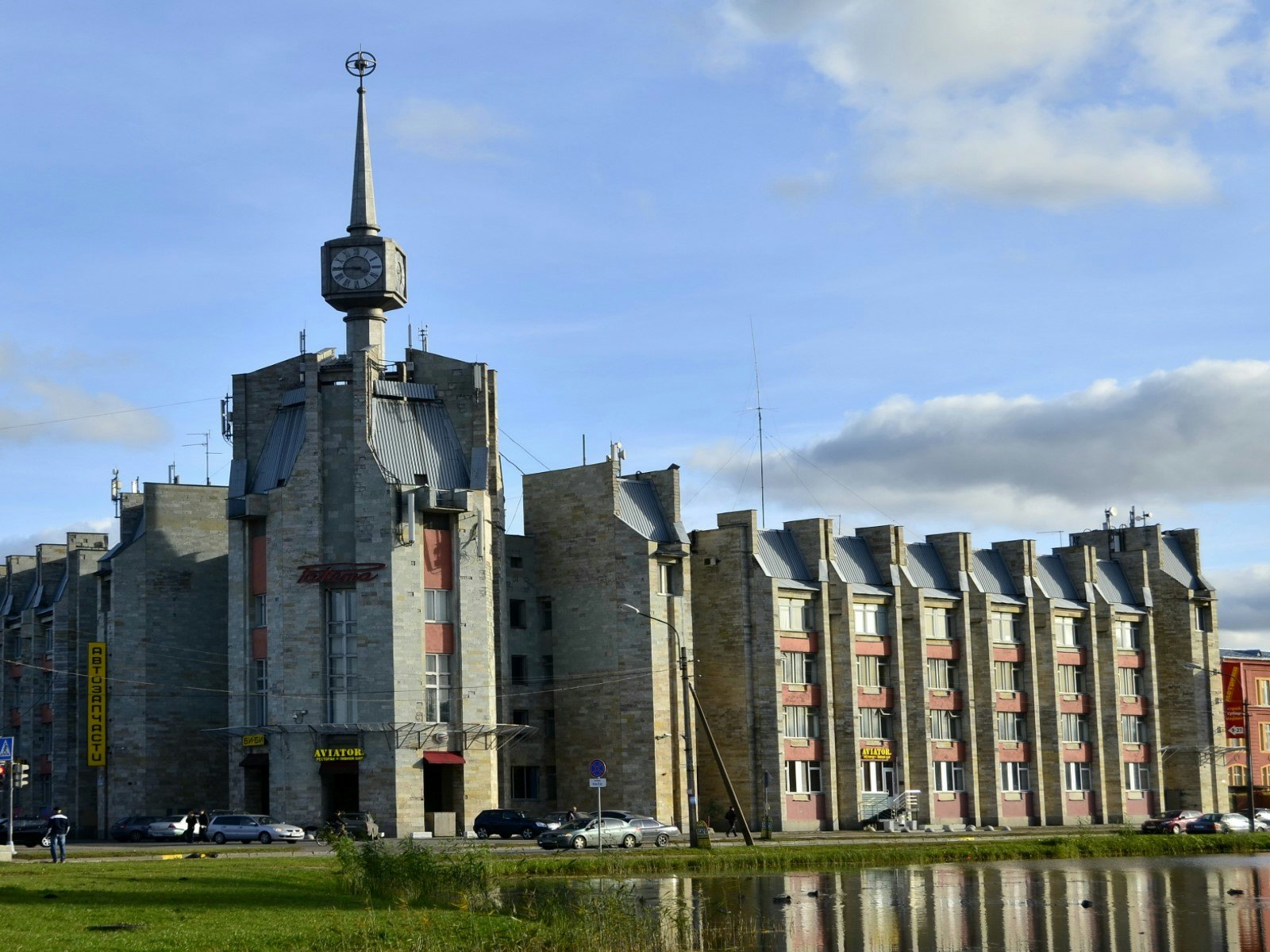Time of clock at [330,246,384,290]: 3:44
